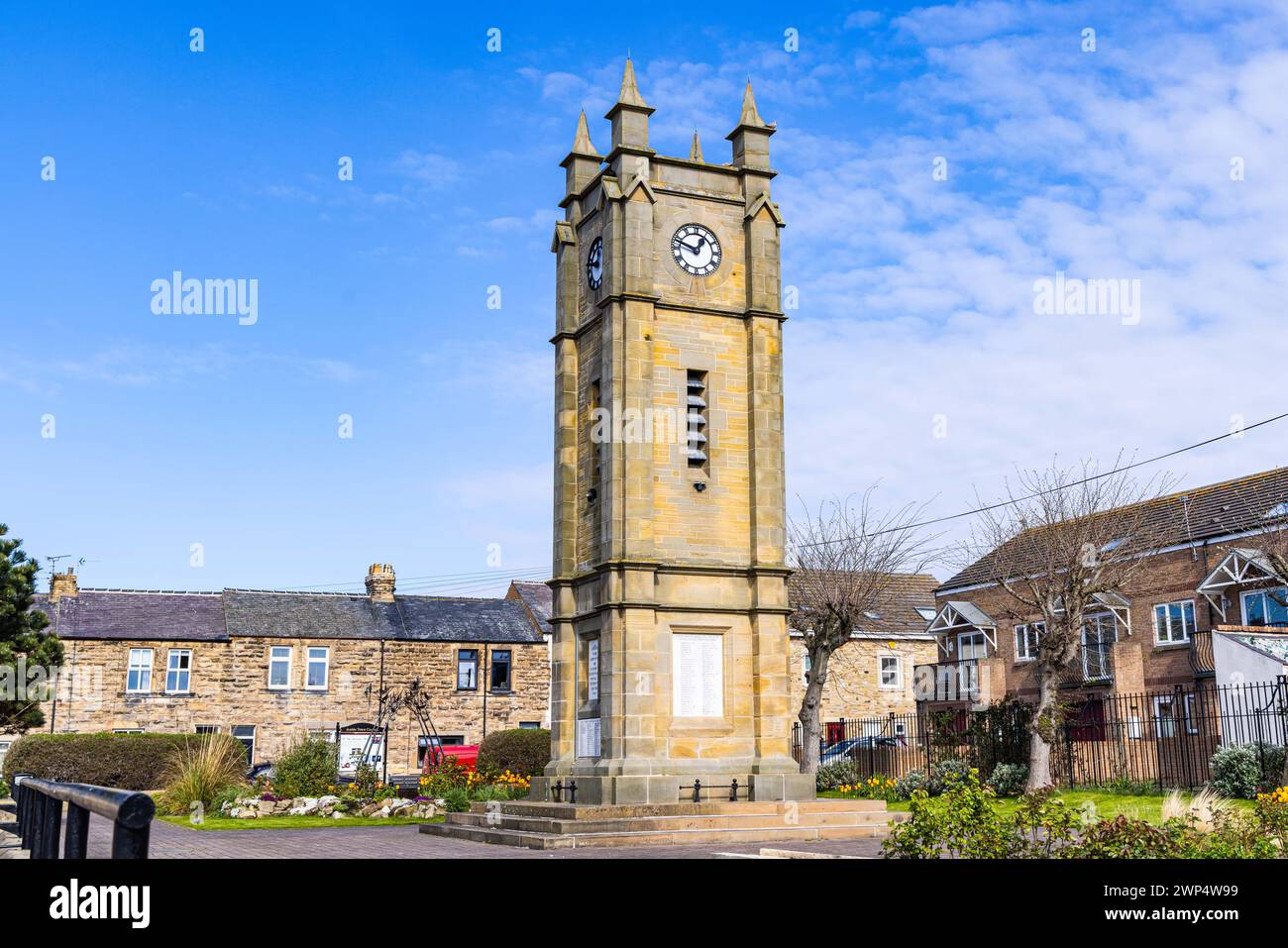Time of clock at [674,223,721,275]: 12:48
